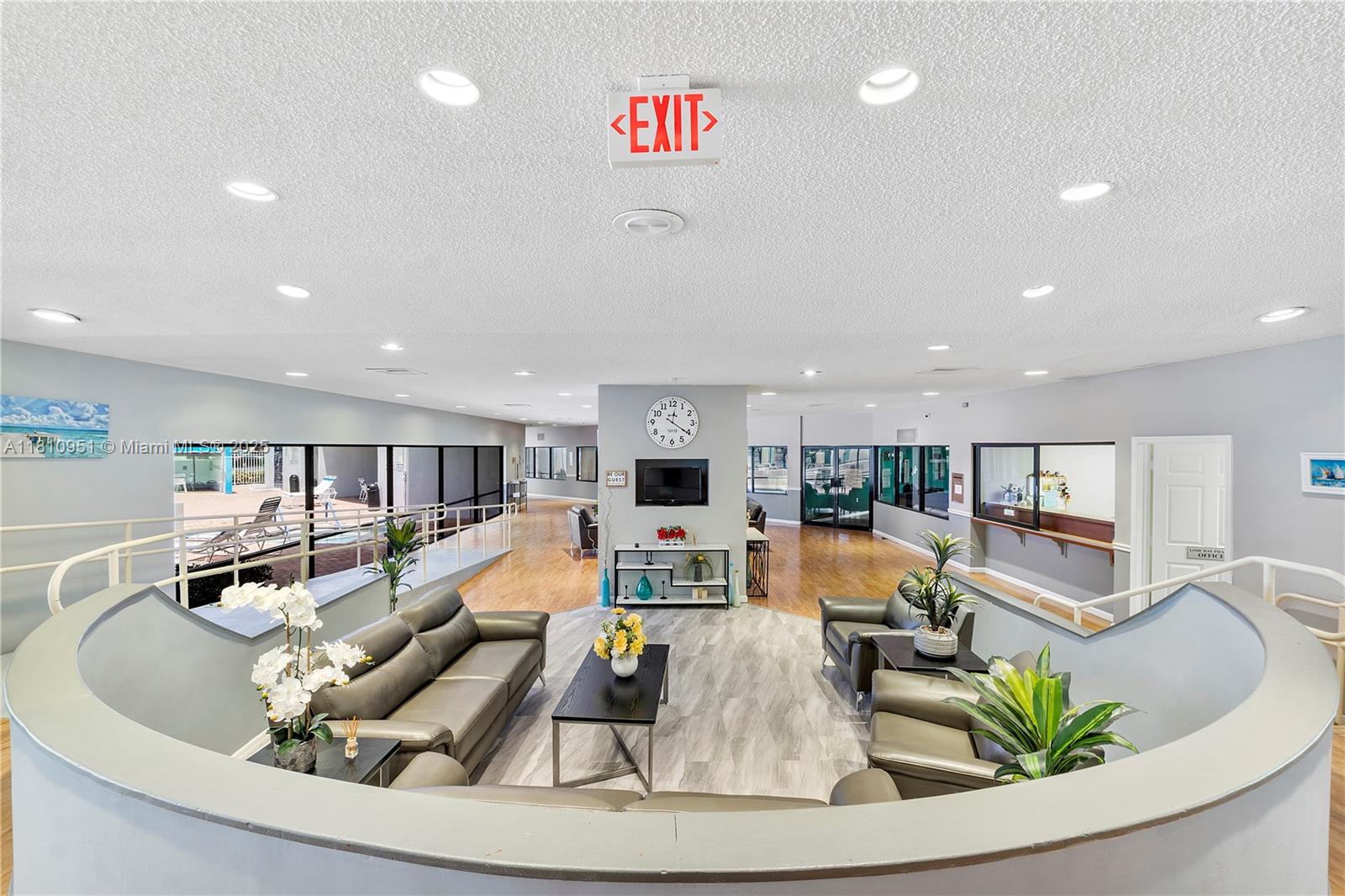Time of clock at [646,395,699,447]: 12:20
